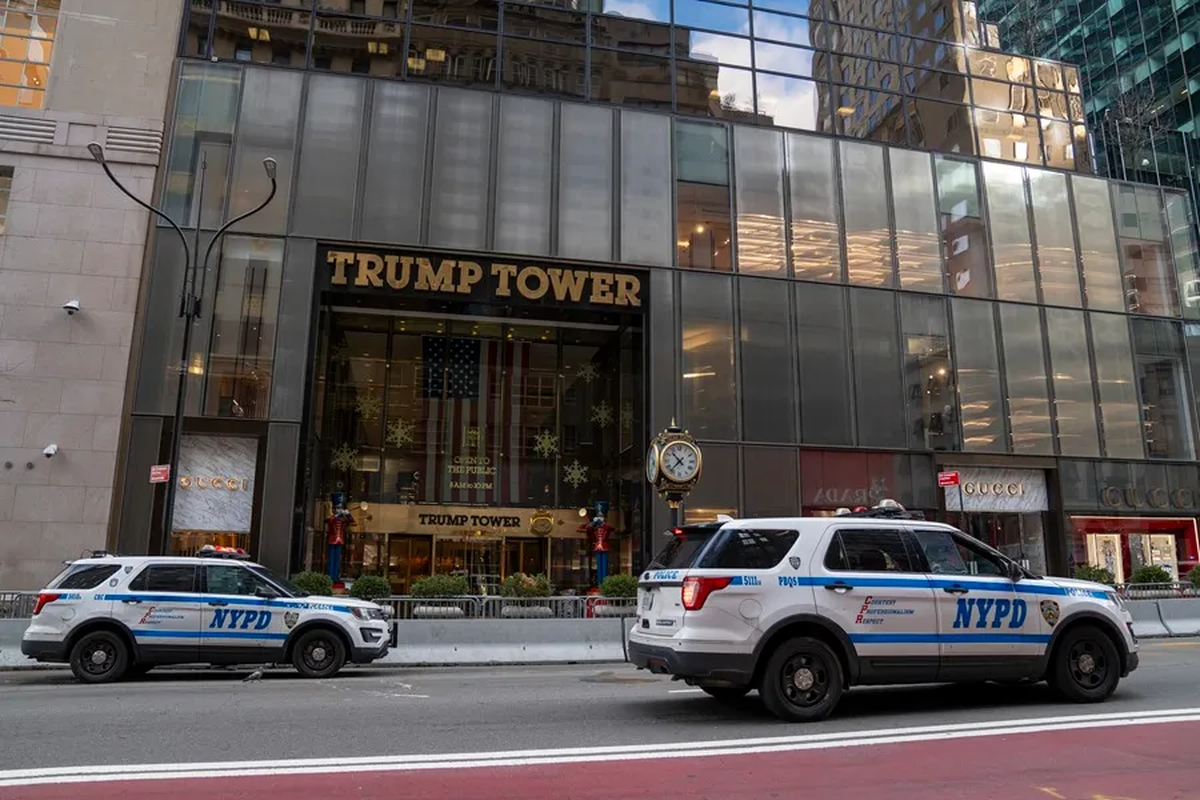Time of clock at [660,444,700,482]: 10:37
